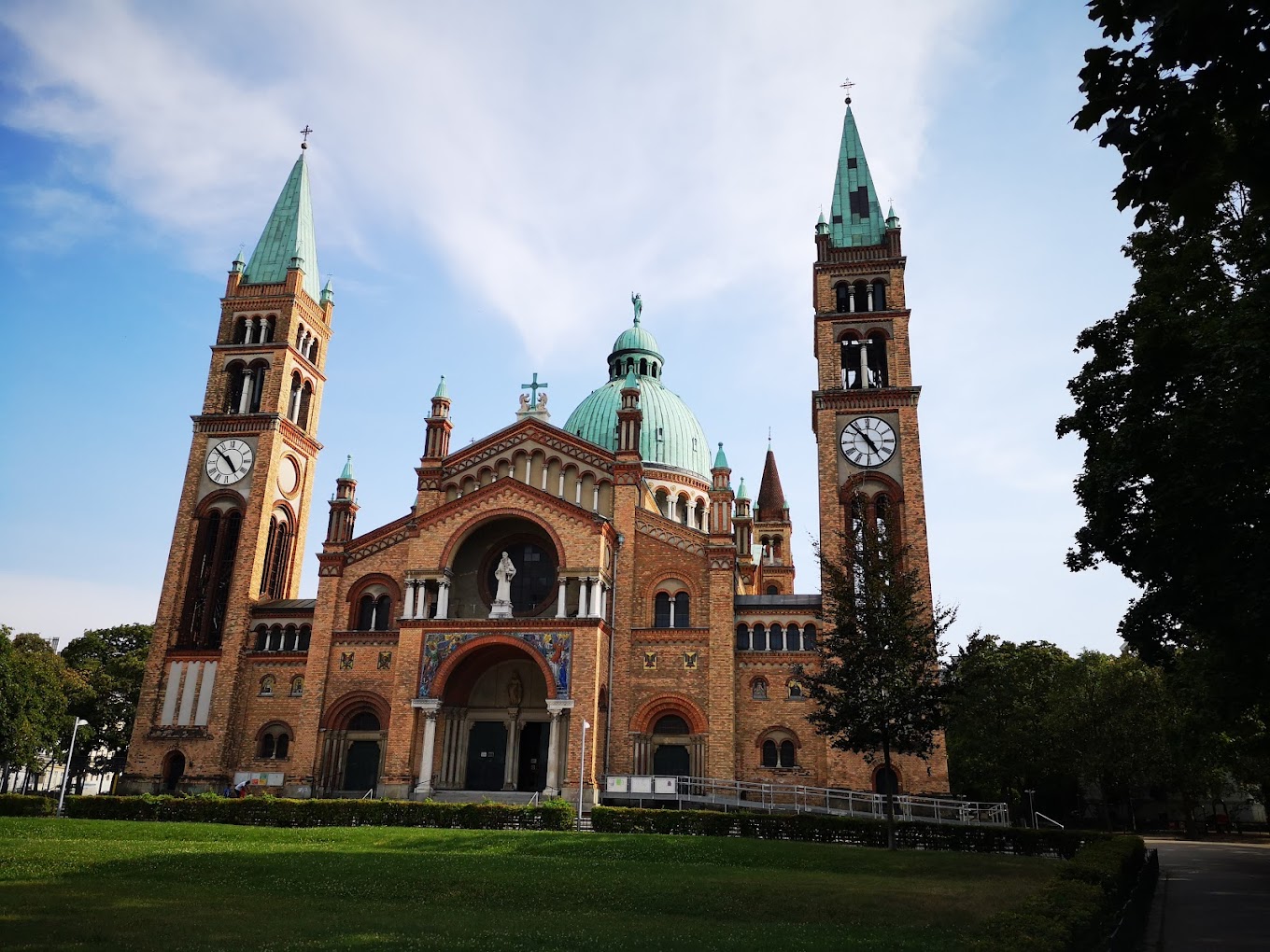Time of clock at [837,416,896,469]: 4:52
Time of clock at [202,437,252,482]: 4:51
